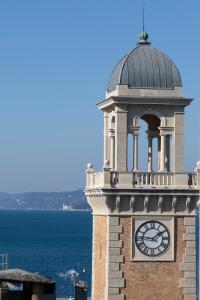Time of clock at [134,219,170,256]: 1:46
